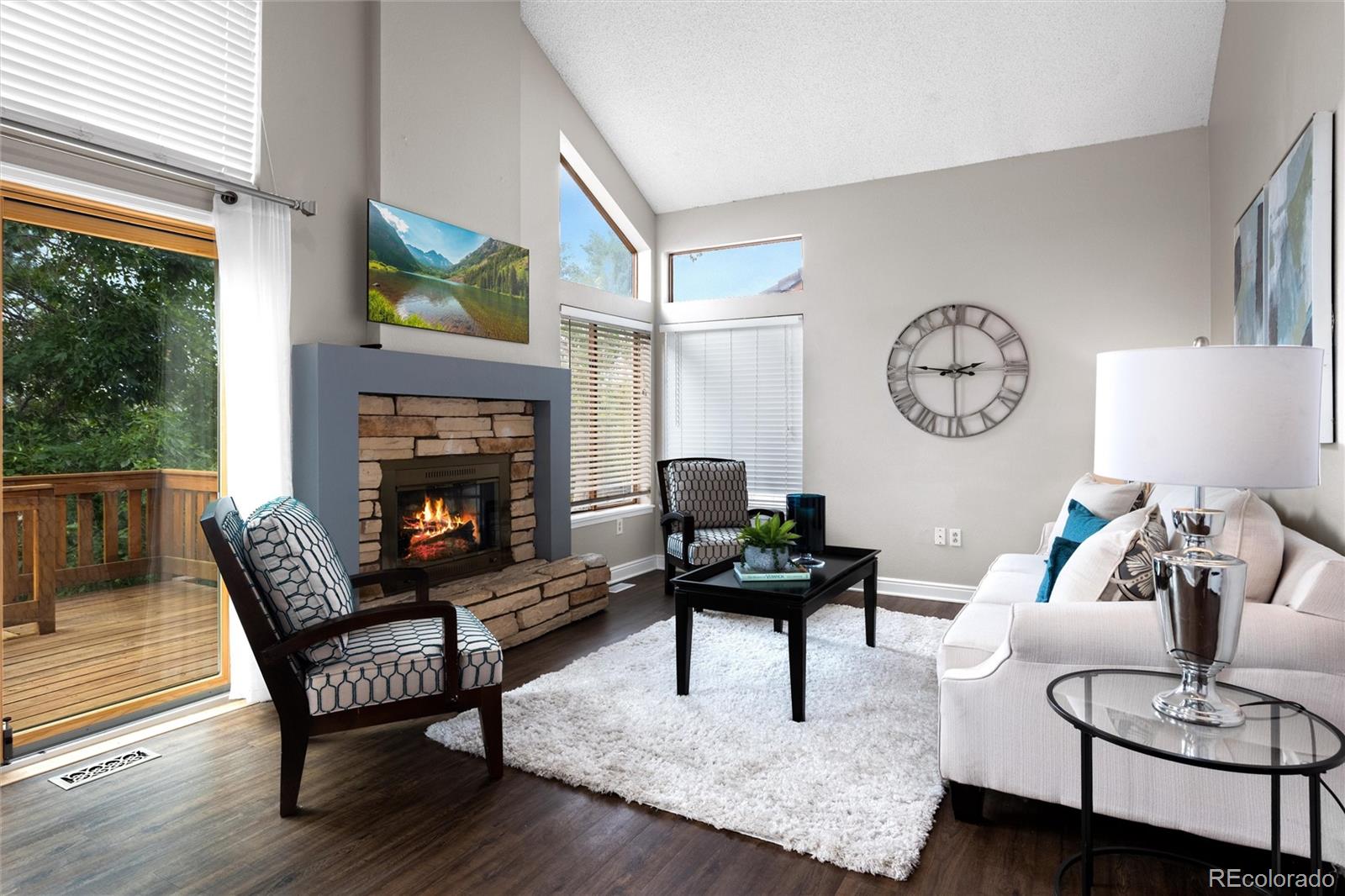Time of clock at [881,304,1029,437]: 2:46
